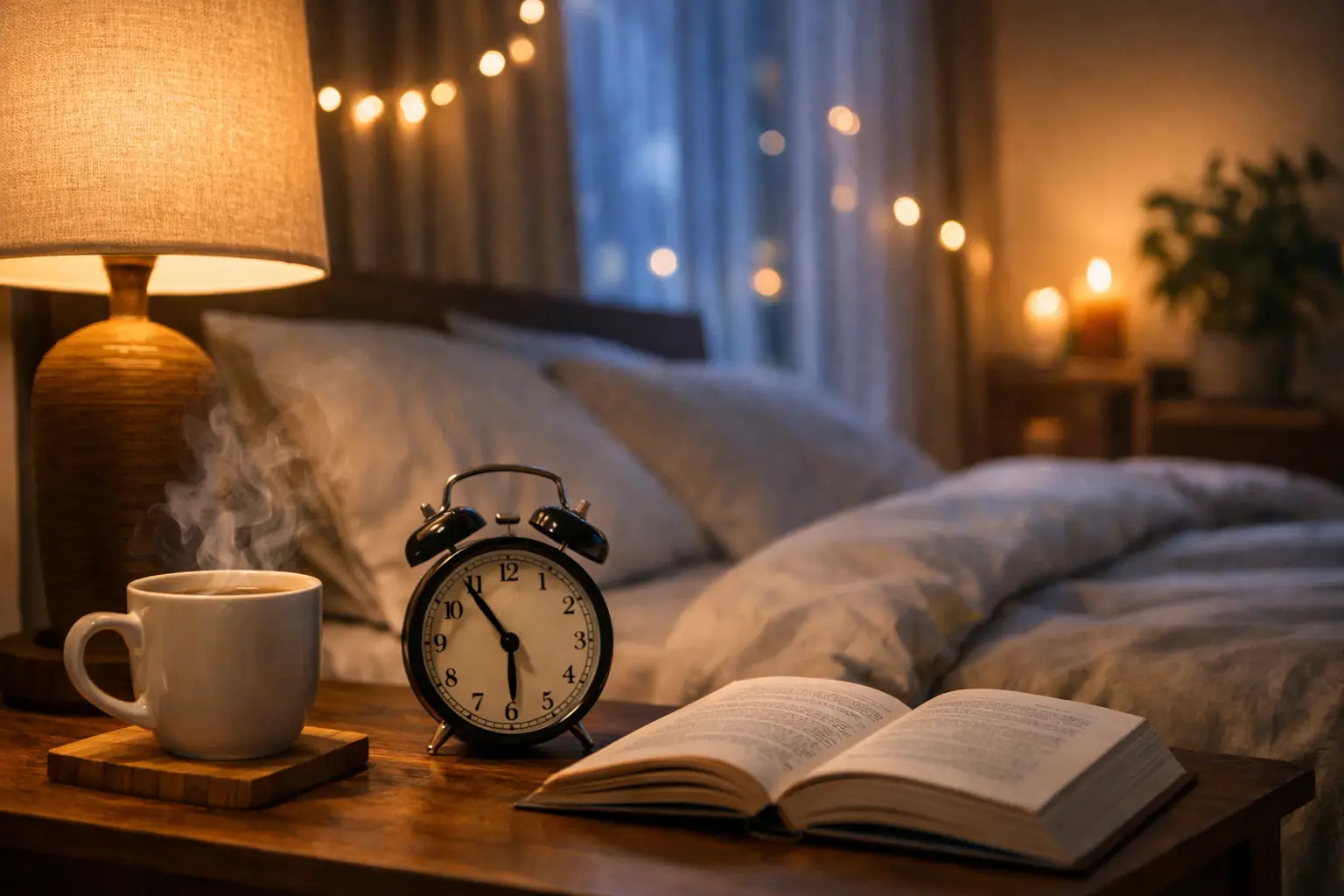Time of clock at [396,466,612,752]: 5:54
